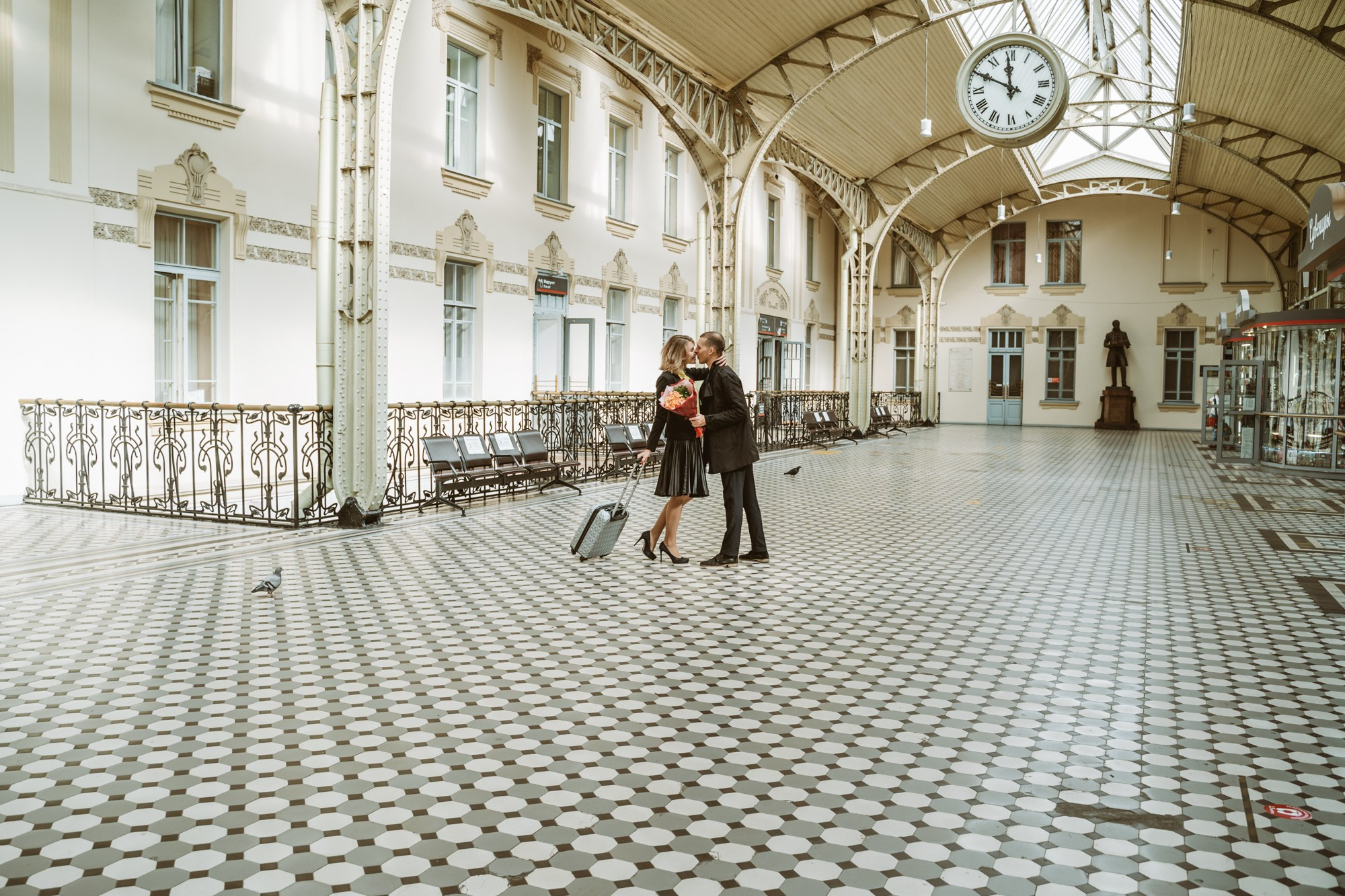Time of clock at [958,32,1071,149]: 11:49
